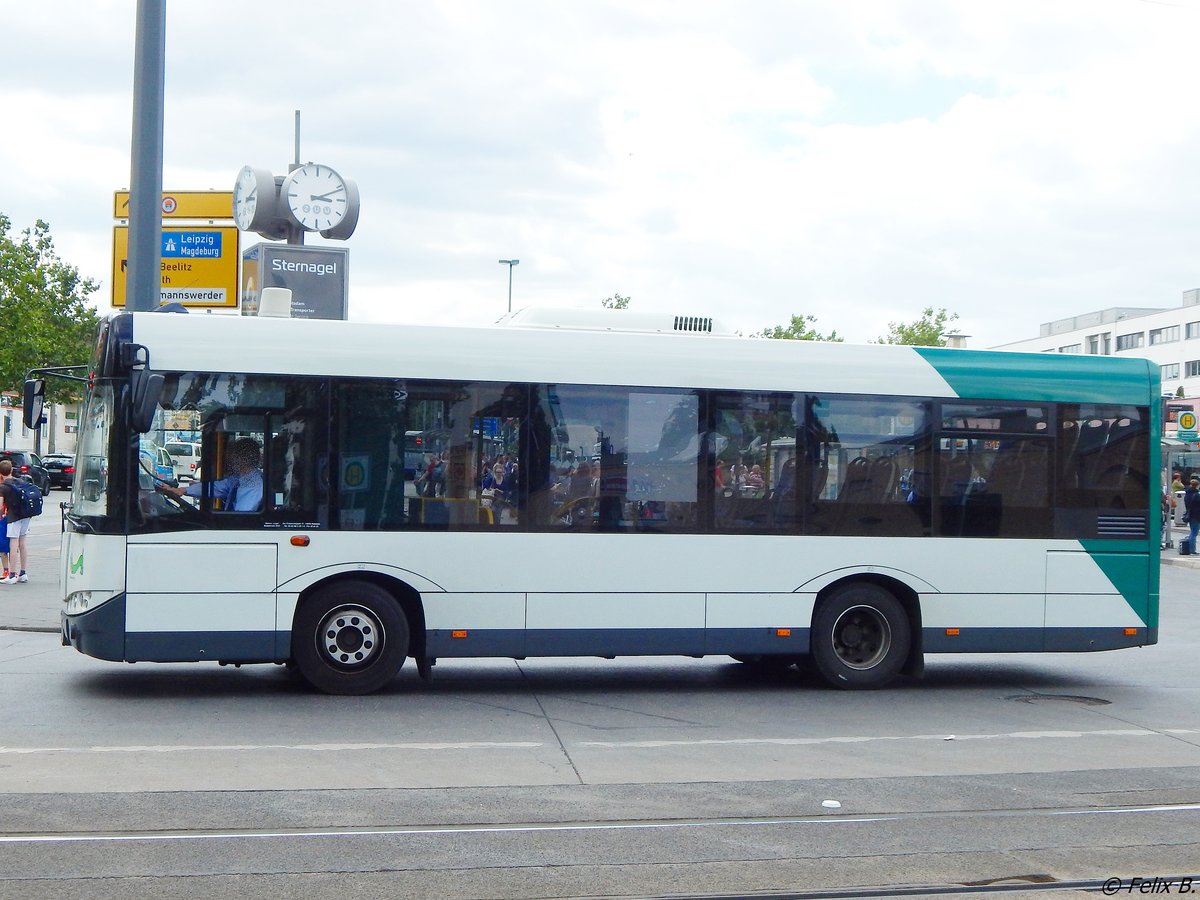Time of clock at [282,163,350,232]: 3:11
